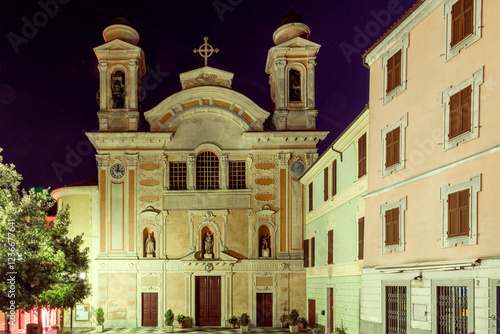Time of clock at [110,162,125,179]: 12:16
